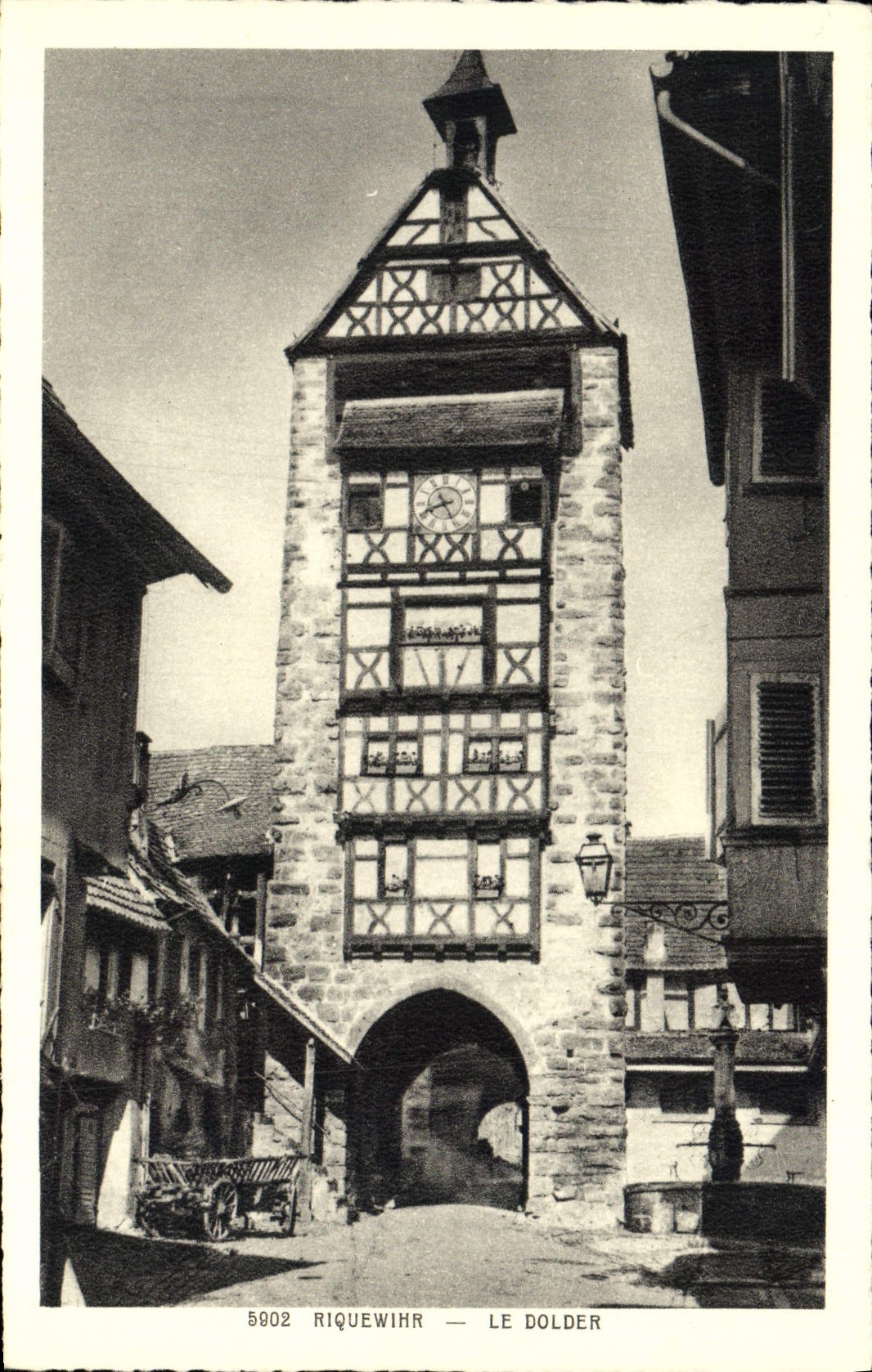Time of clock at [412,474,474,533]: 8:25
